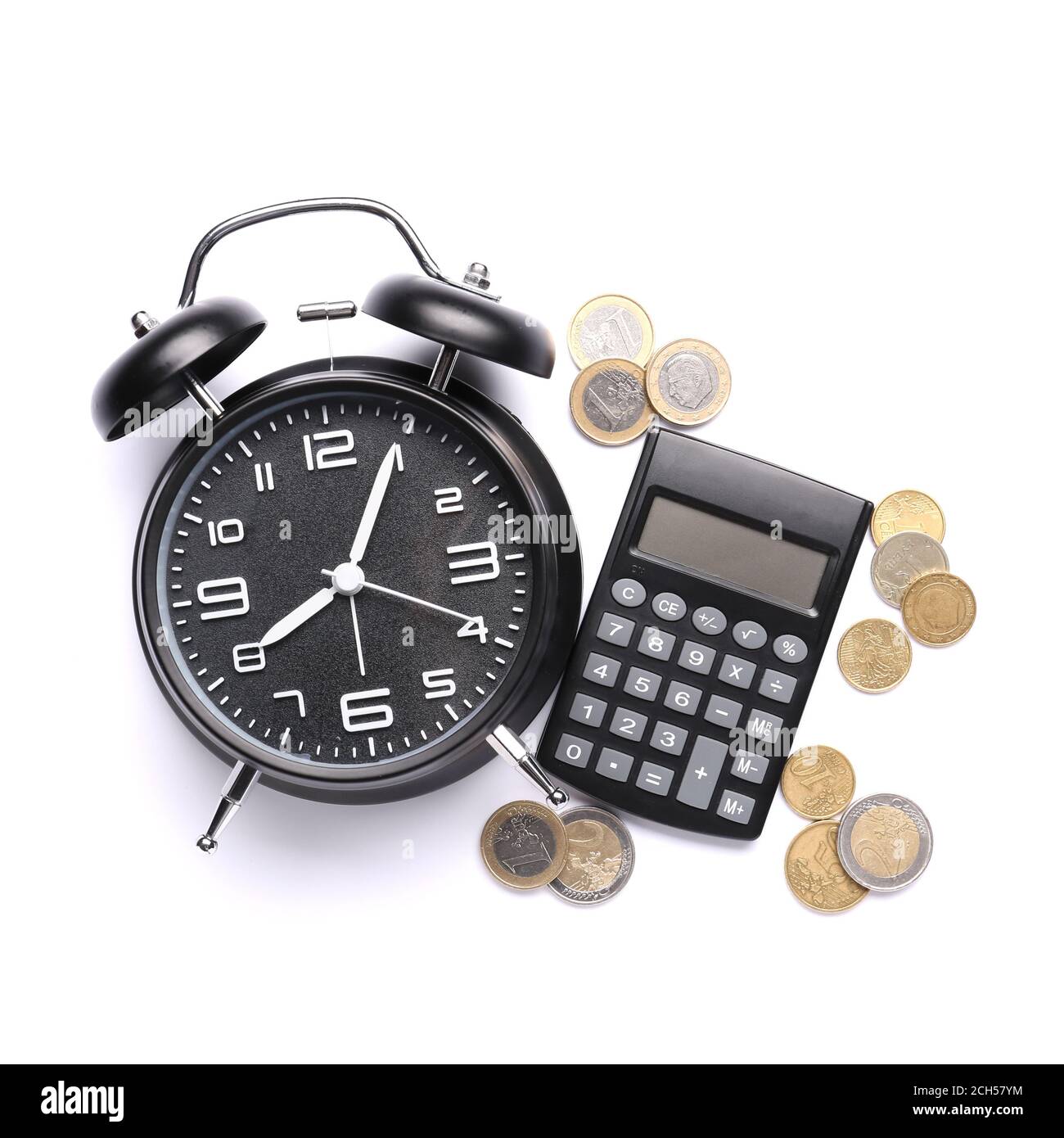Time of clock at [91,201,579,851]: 8:04
